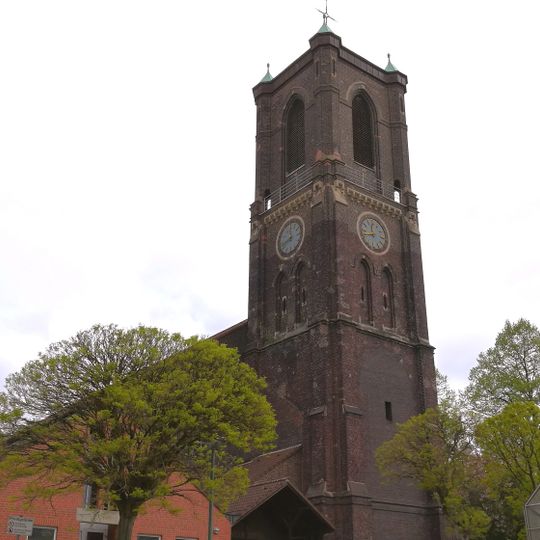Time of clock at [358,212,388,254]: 11:42
